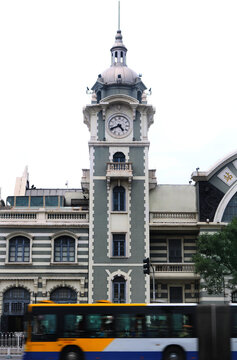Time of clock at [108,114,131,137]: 4:40
